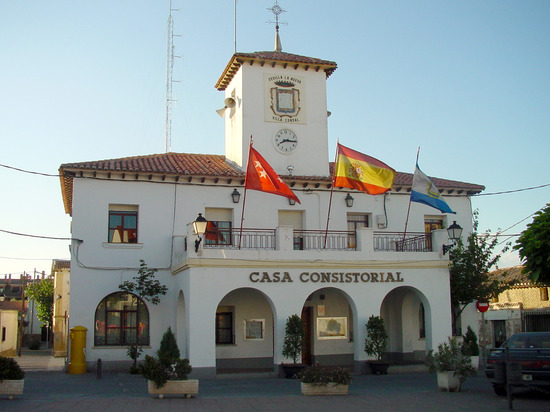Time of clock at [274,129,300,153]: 8:15
